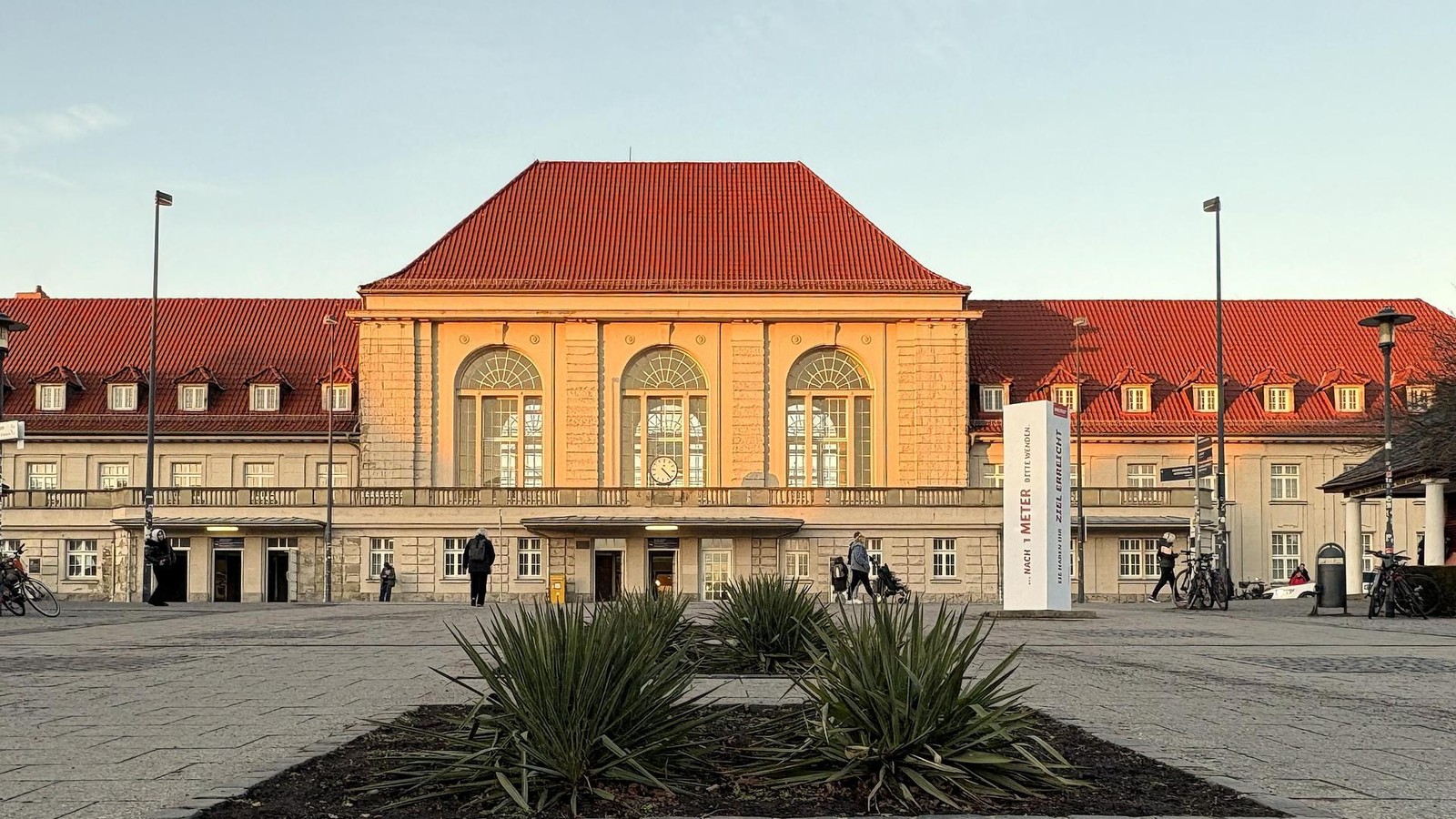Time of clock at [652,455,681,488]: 4:22
